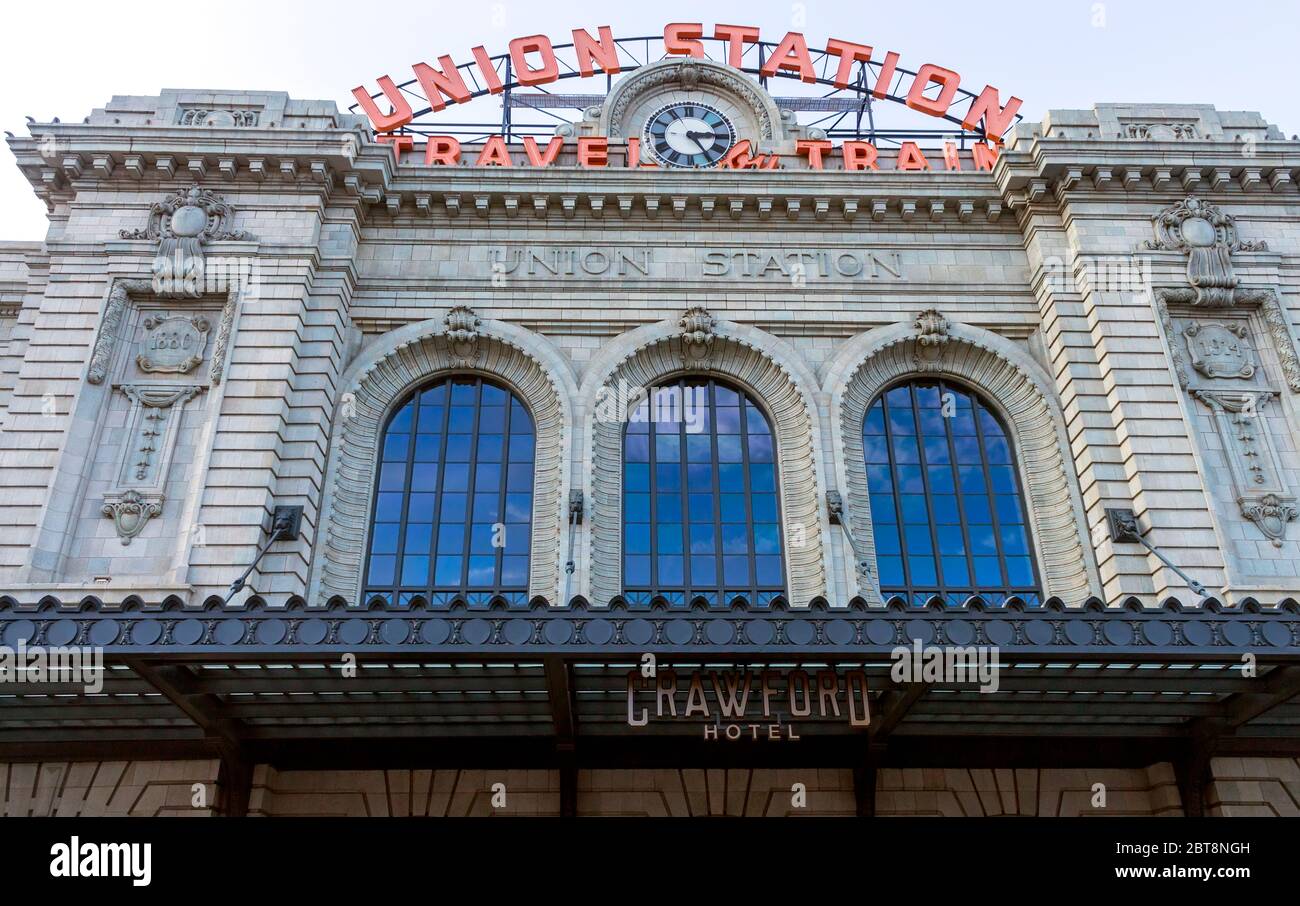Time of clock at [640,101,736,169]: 3:24
